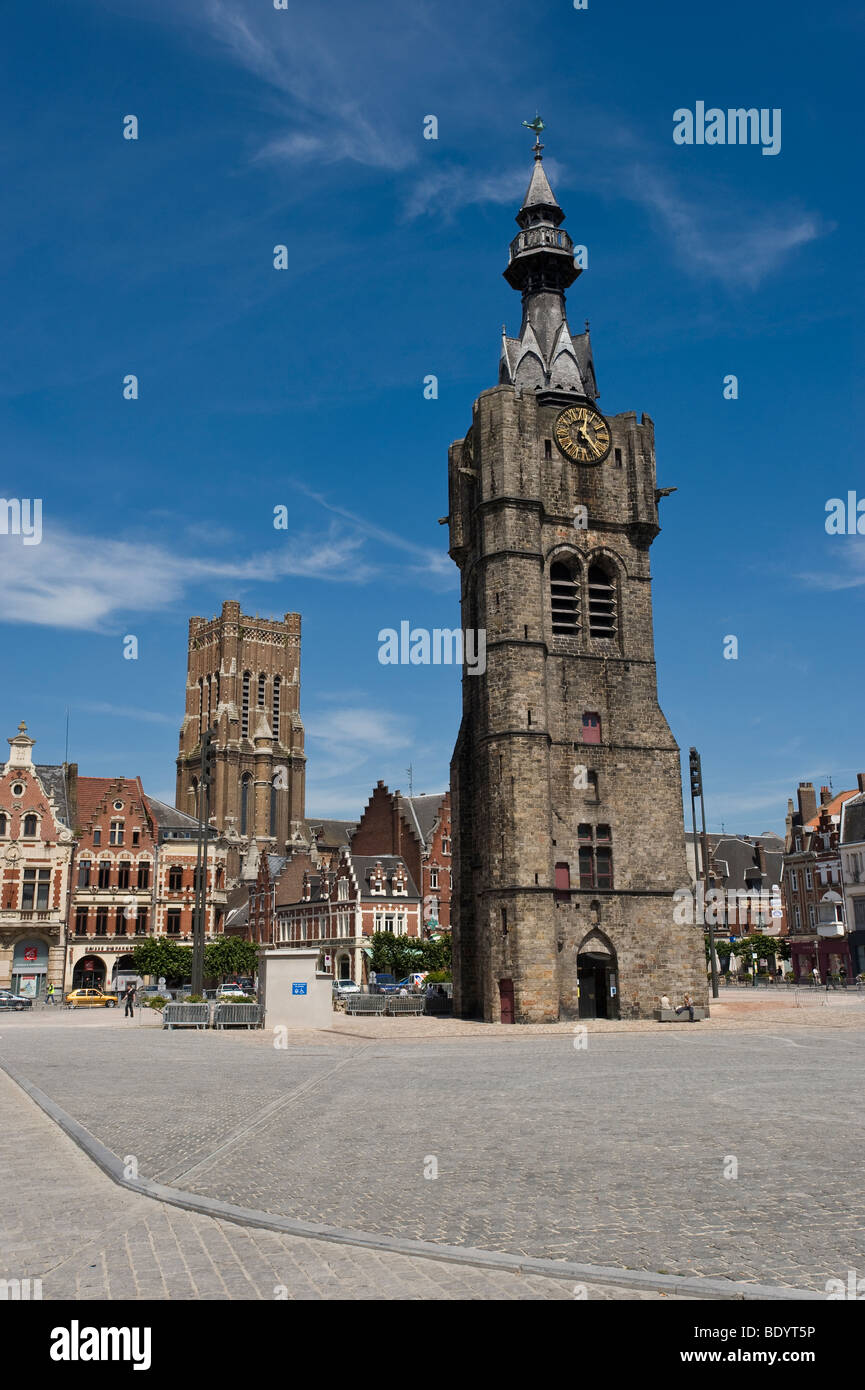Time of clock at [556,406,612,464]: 12:24
